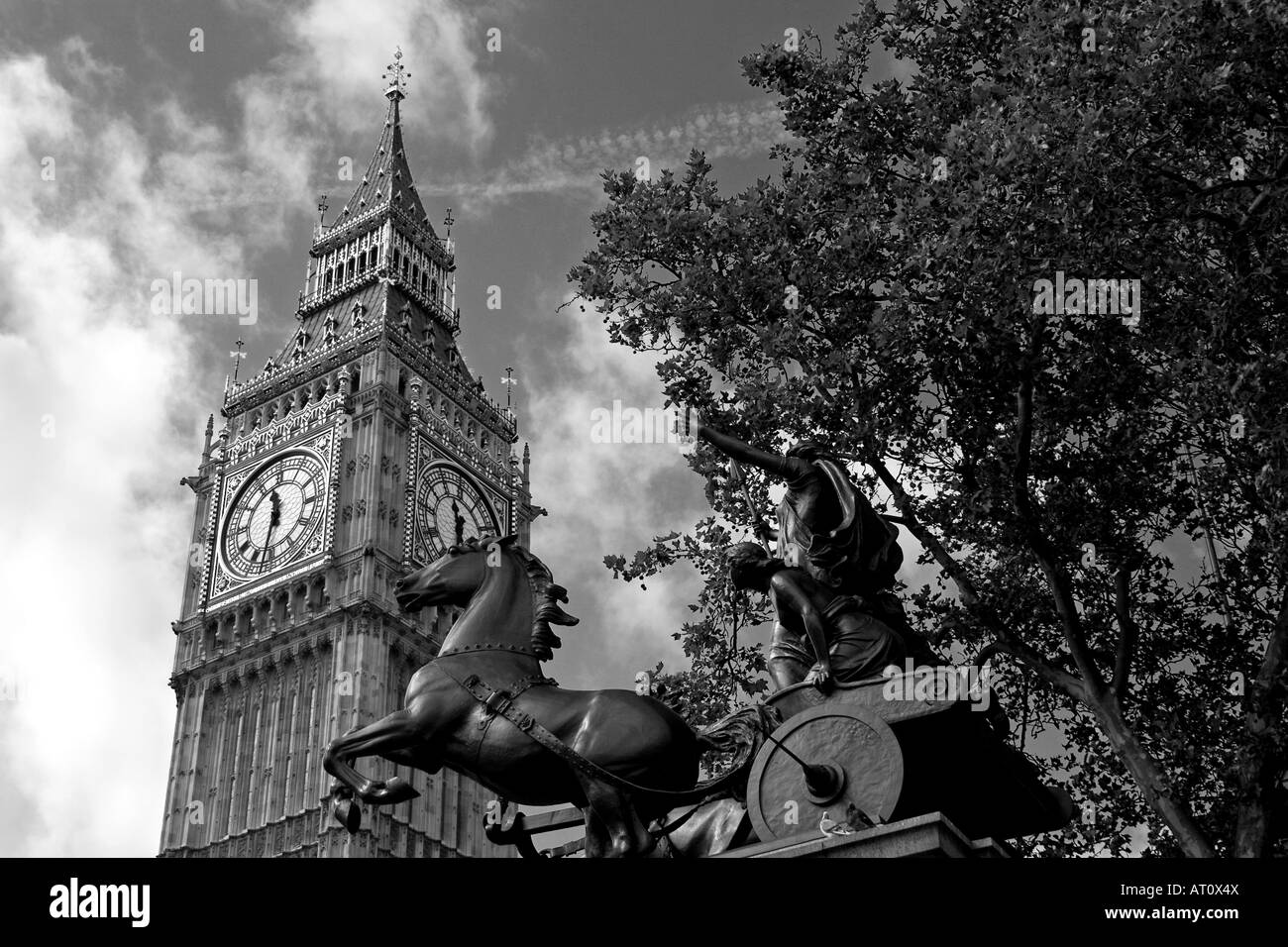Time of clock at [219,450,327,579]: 11:32
